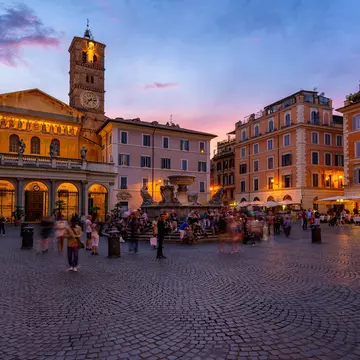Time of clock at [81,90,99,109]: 7:15
